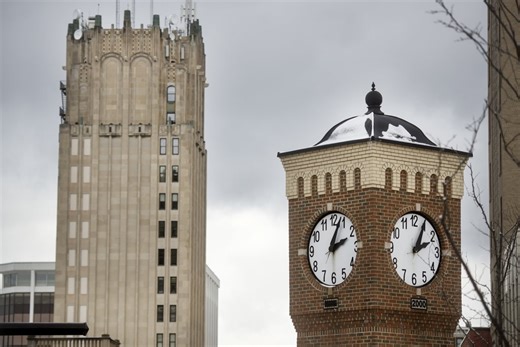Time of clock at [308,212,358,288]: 2:03
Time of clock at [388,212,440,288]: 2:04
